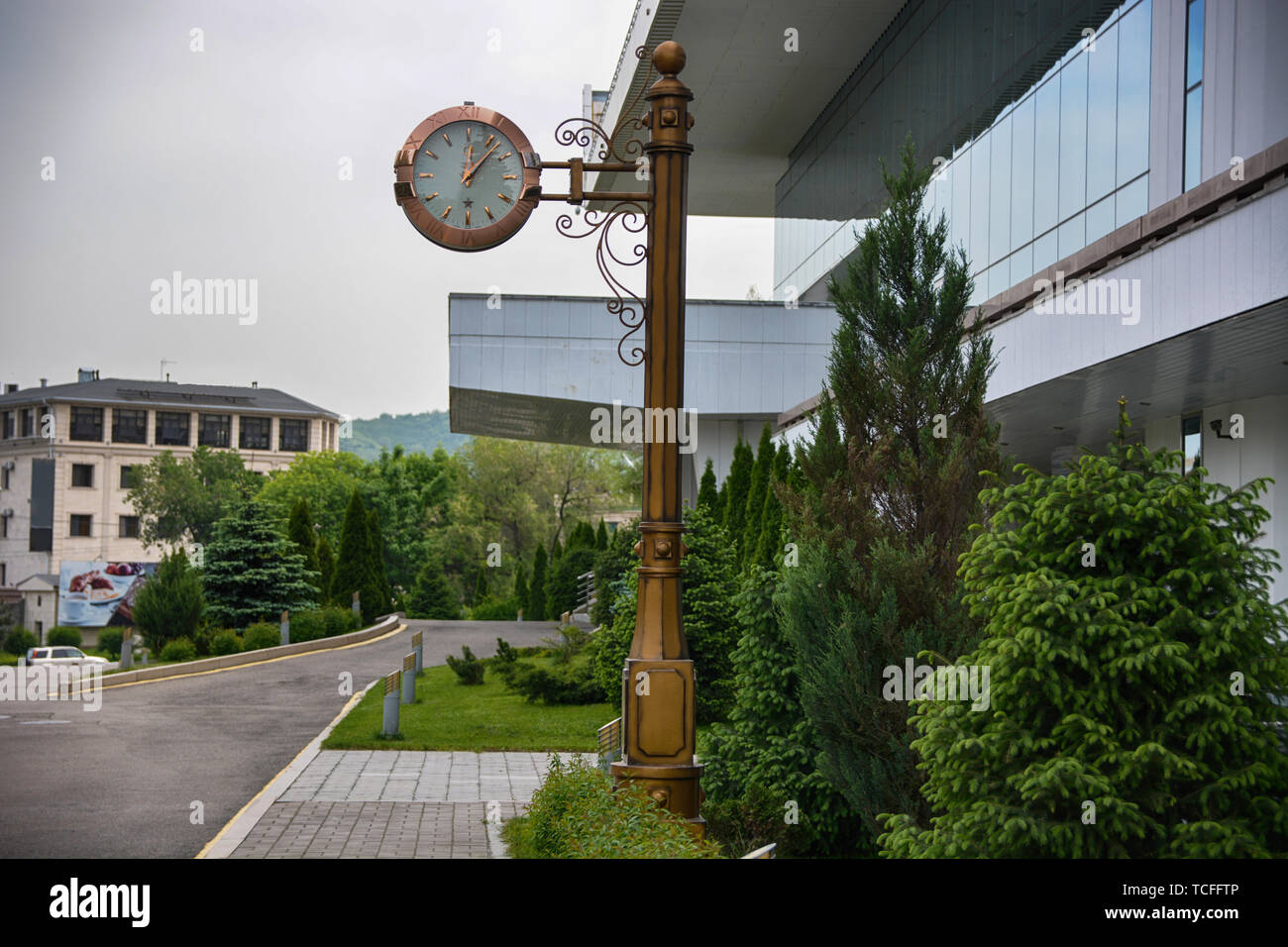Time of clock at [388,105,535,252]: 12:06
